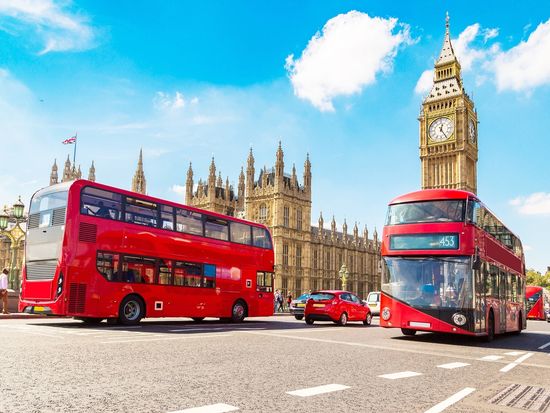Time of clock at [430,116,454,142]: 12:24
